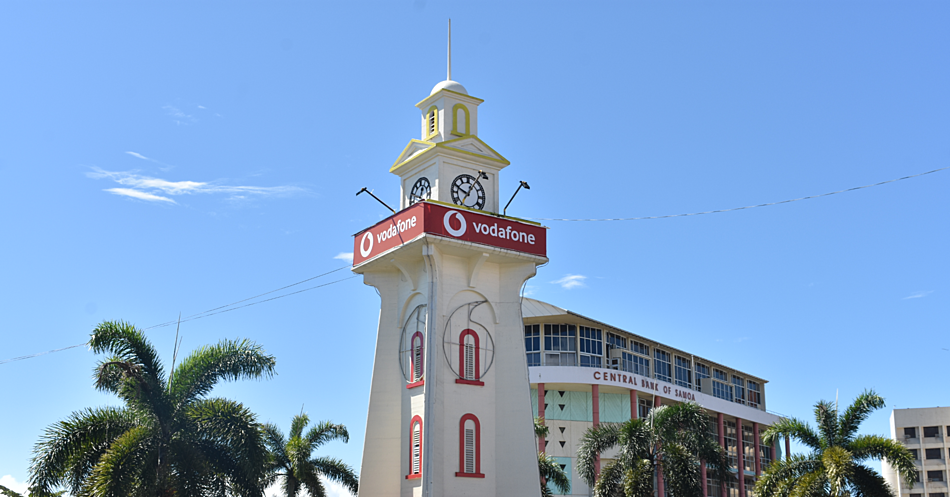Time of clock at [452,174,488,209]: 12:49
